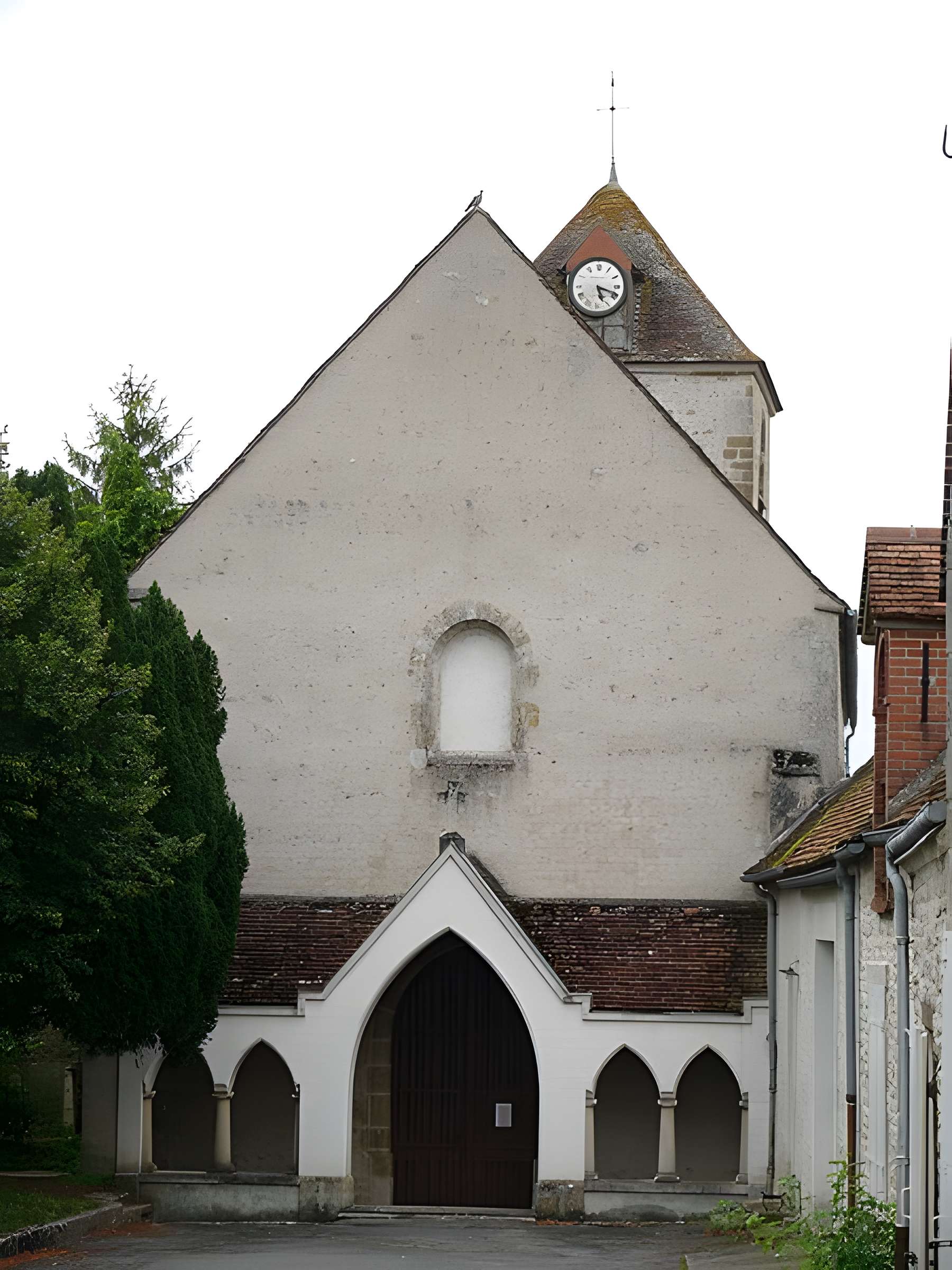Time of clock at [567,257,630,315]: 5:18
